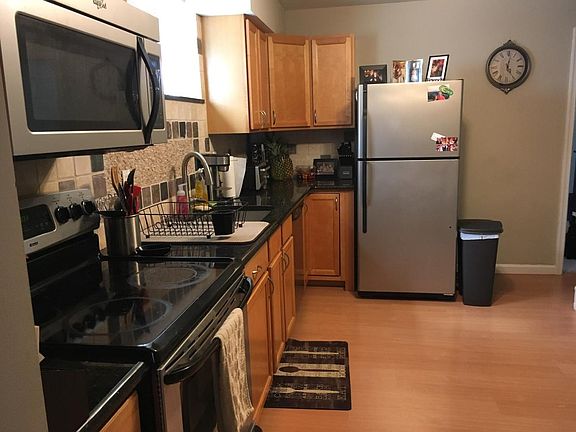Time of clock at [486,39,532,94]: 5:01
